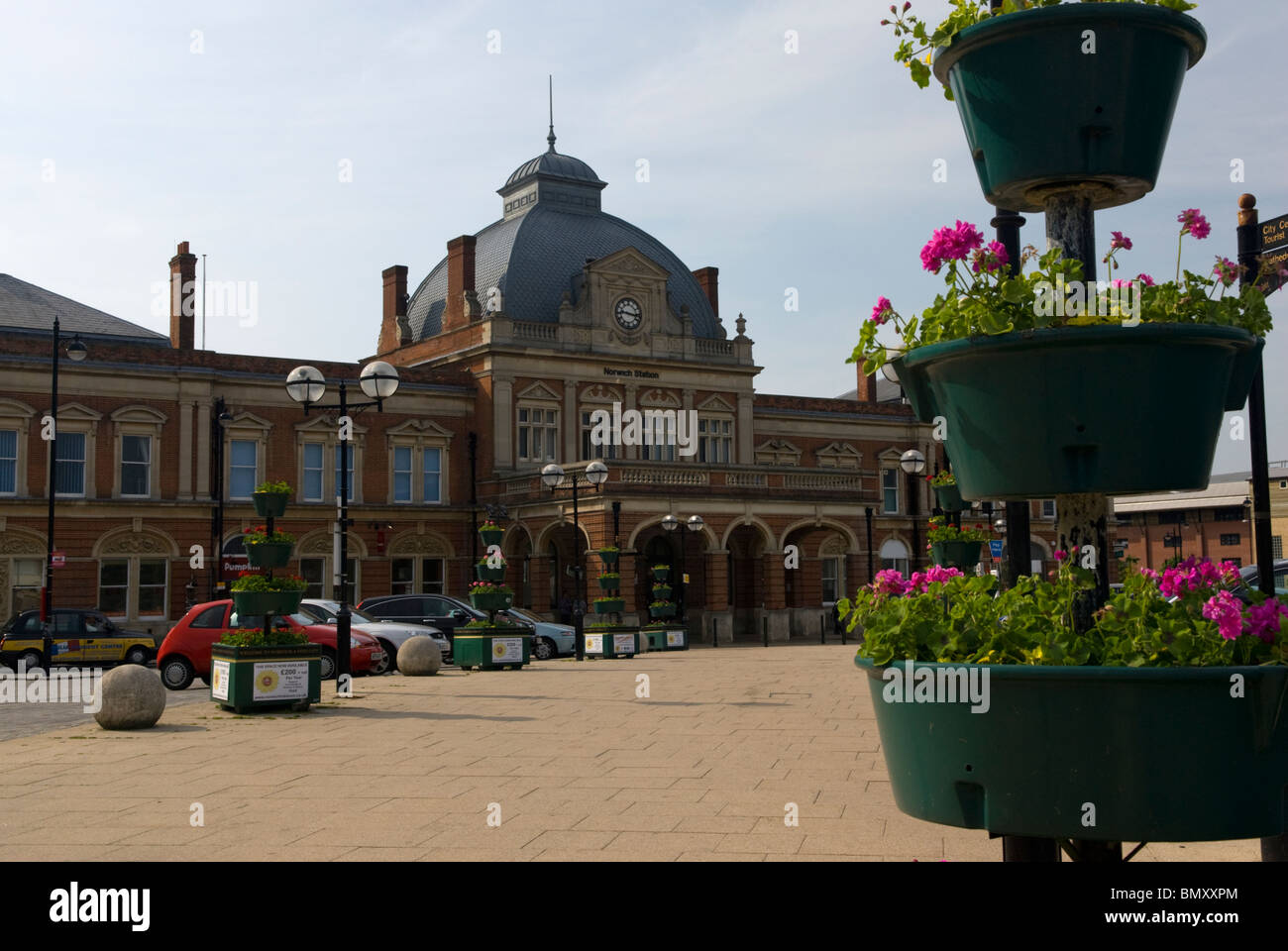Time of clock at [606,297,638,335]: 9:16
